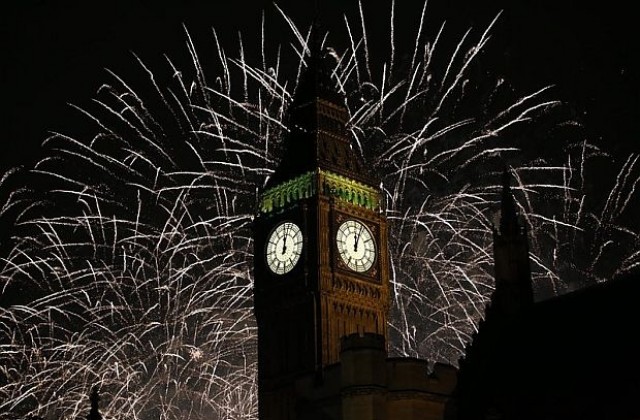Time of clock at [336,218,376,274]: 12:03
